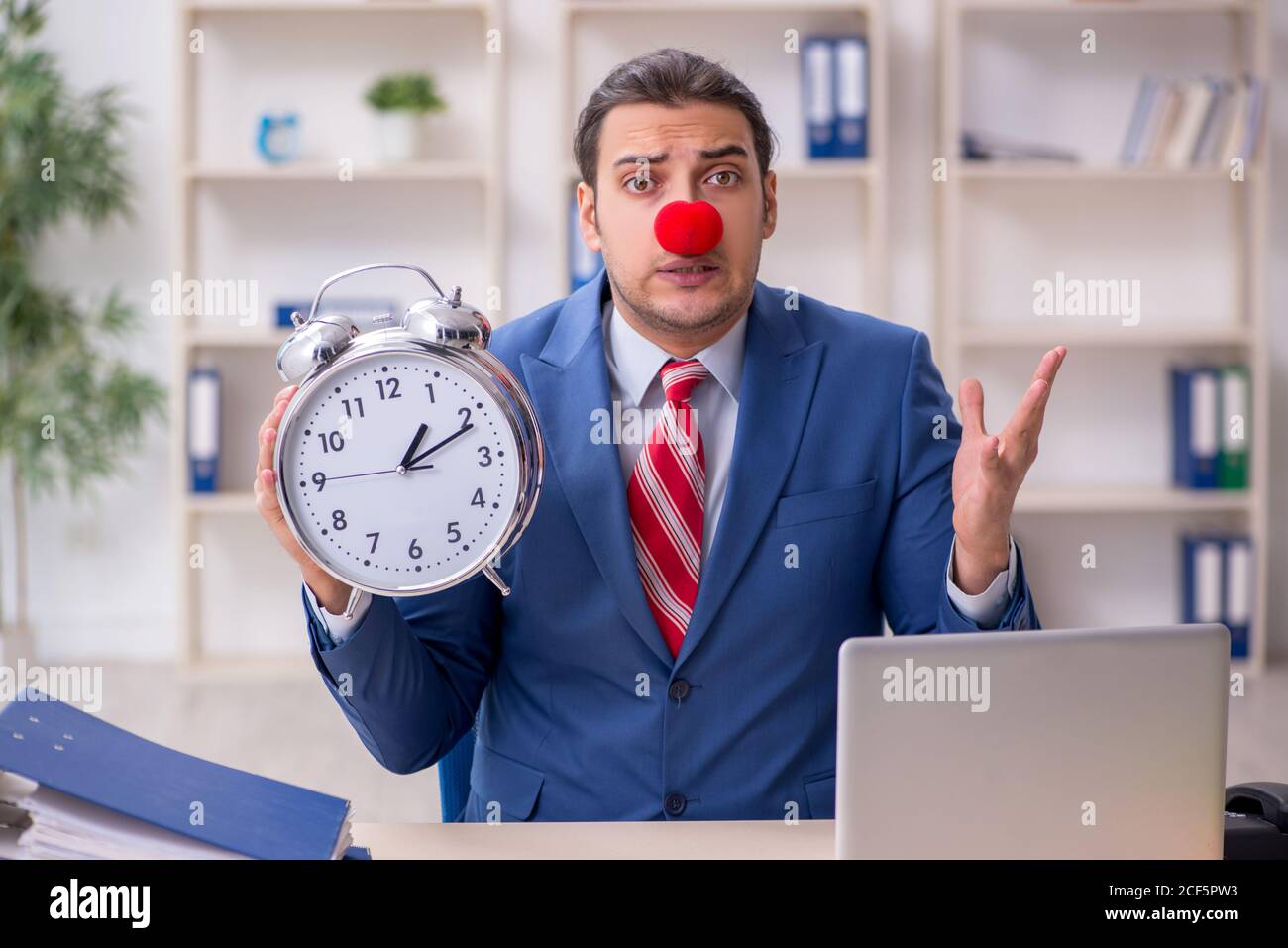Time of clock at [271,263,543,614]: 1:11
